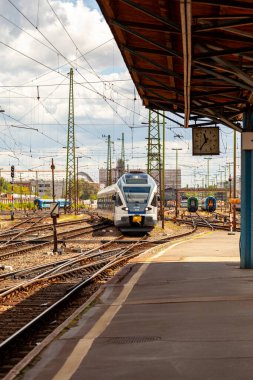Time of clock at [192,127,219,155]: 11:36
